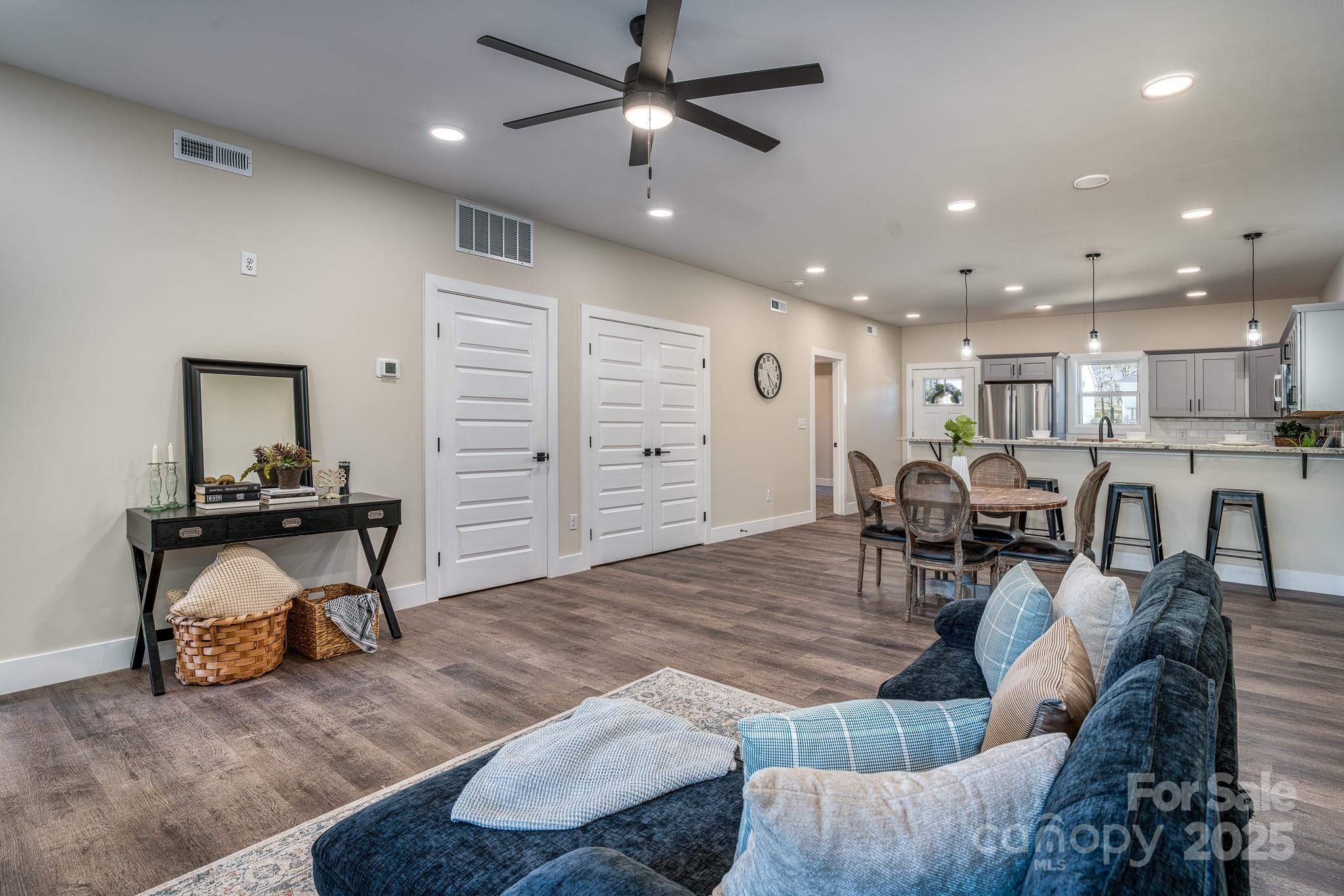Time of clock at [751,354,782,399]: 5:21
